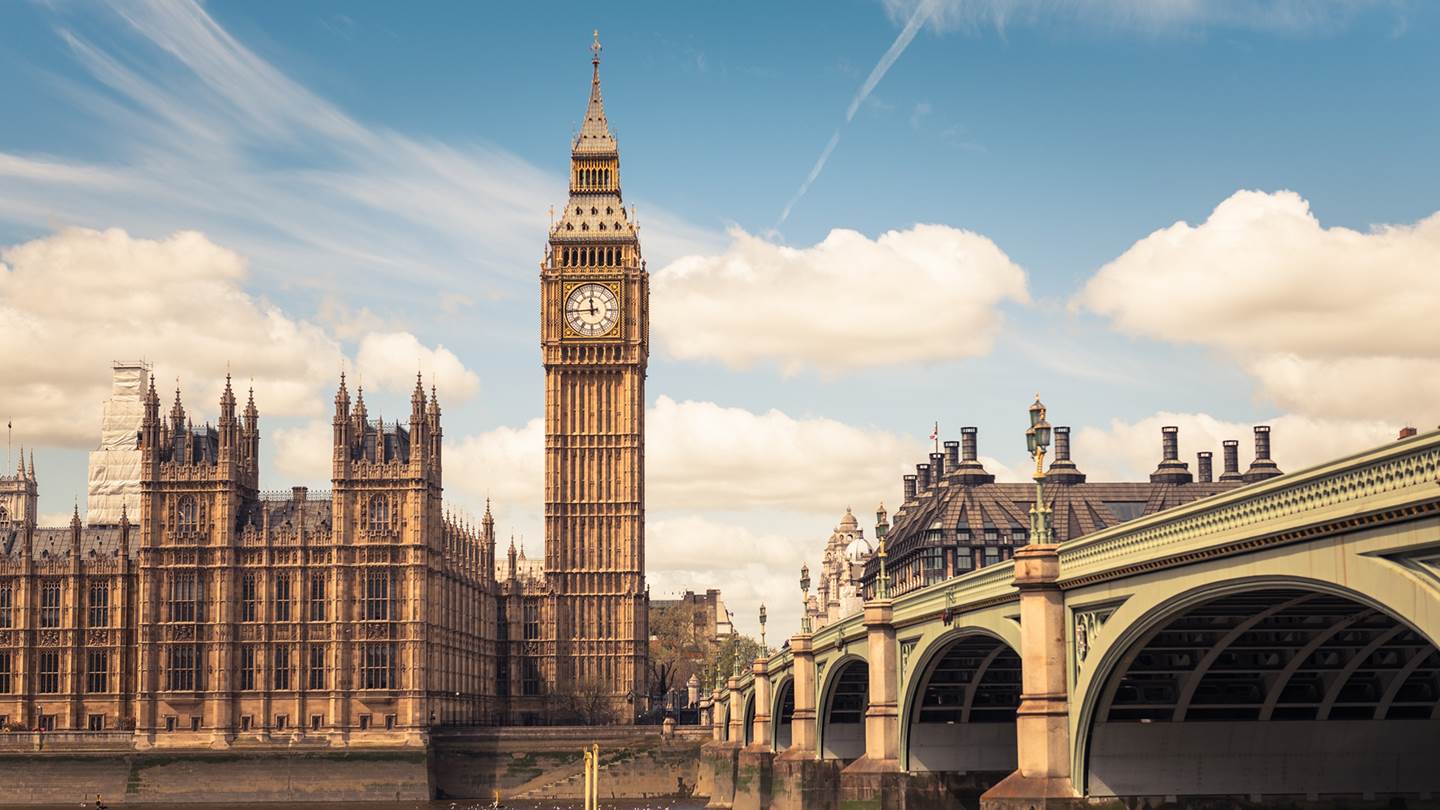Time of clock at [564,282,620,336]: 11:44
